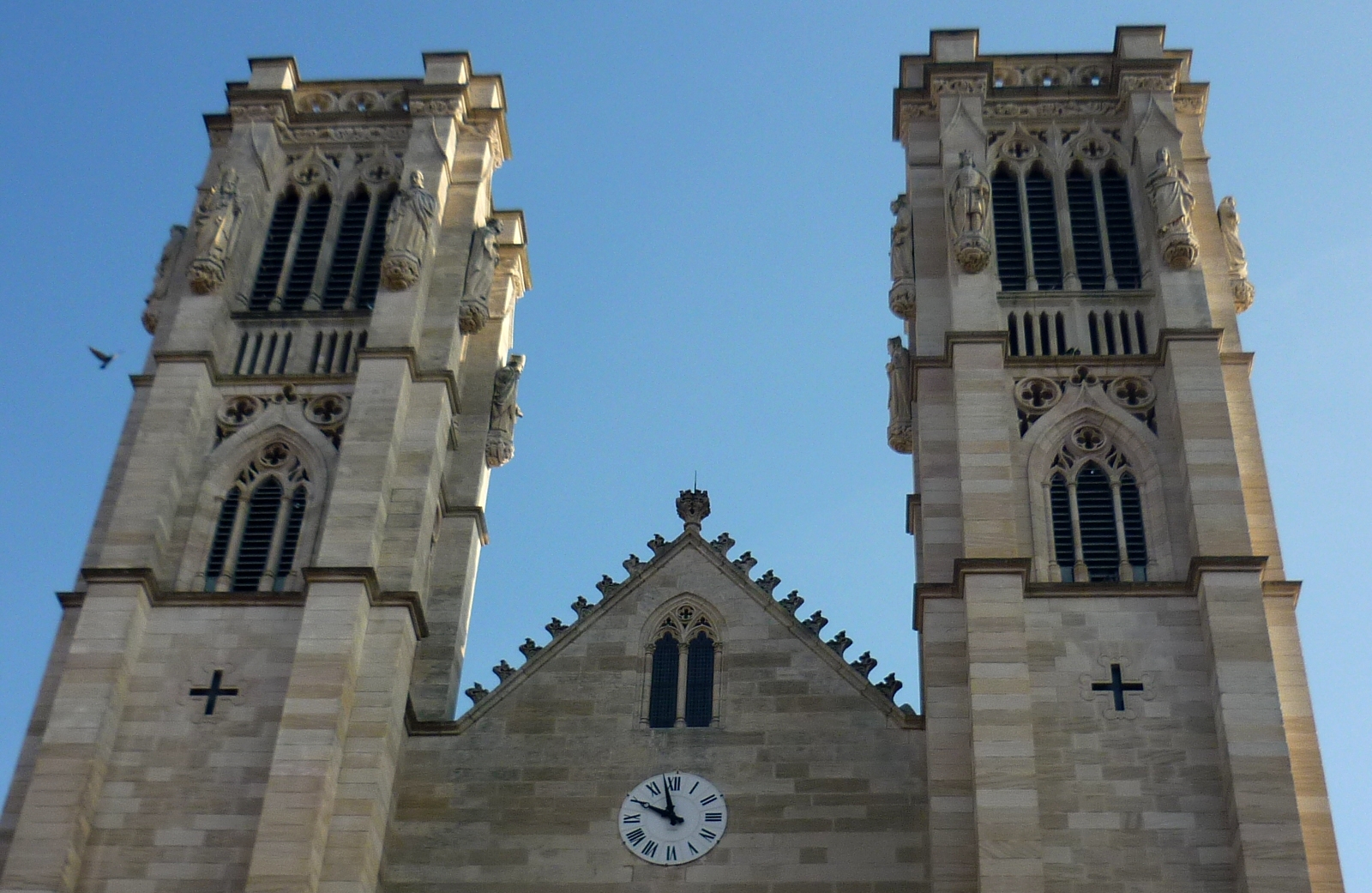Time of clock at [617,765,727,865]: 9:57
